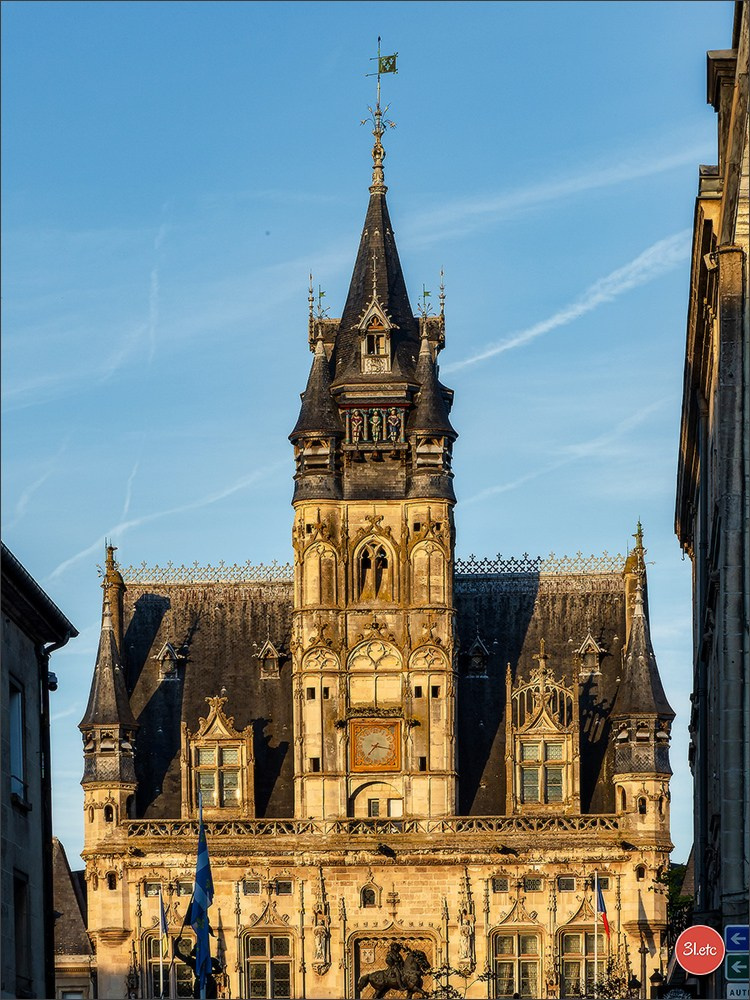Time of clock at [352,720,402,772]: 7:17
